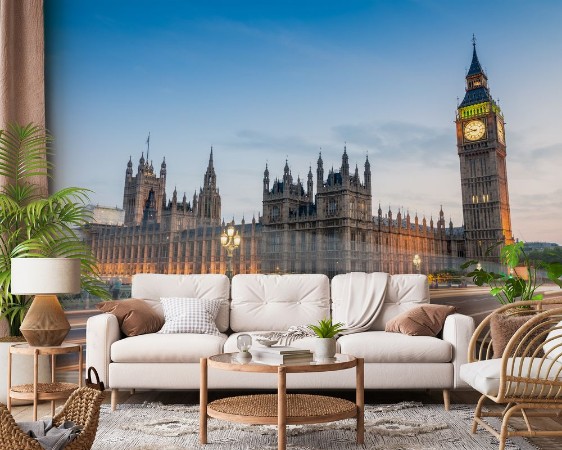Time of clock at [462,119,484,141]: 9:43
